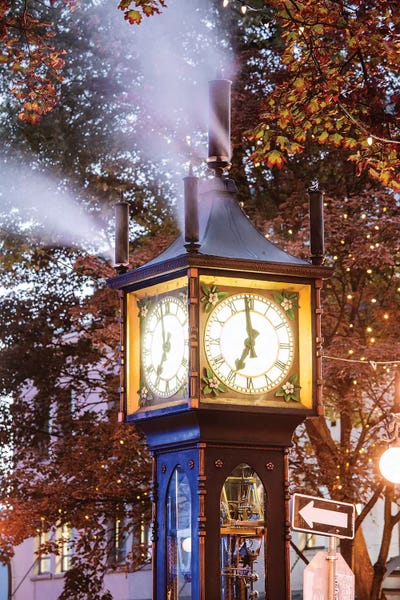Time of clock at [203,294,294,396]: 6:58
